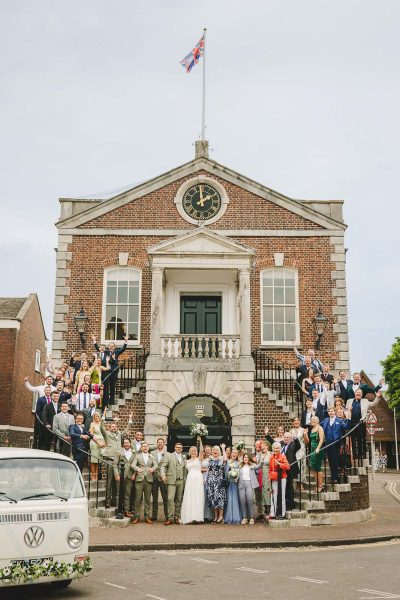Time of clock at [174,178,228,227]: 1:59
